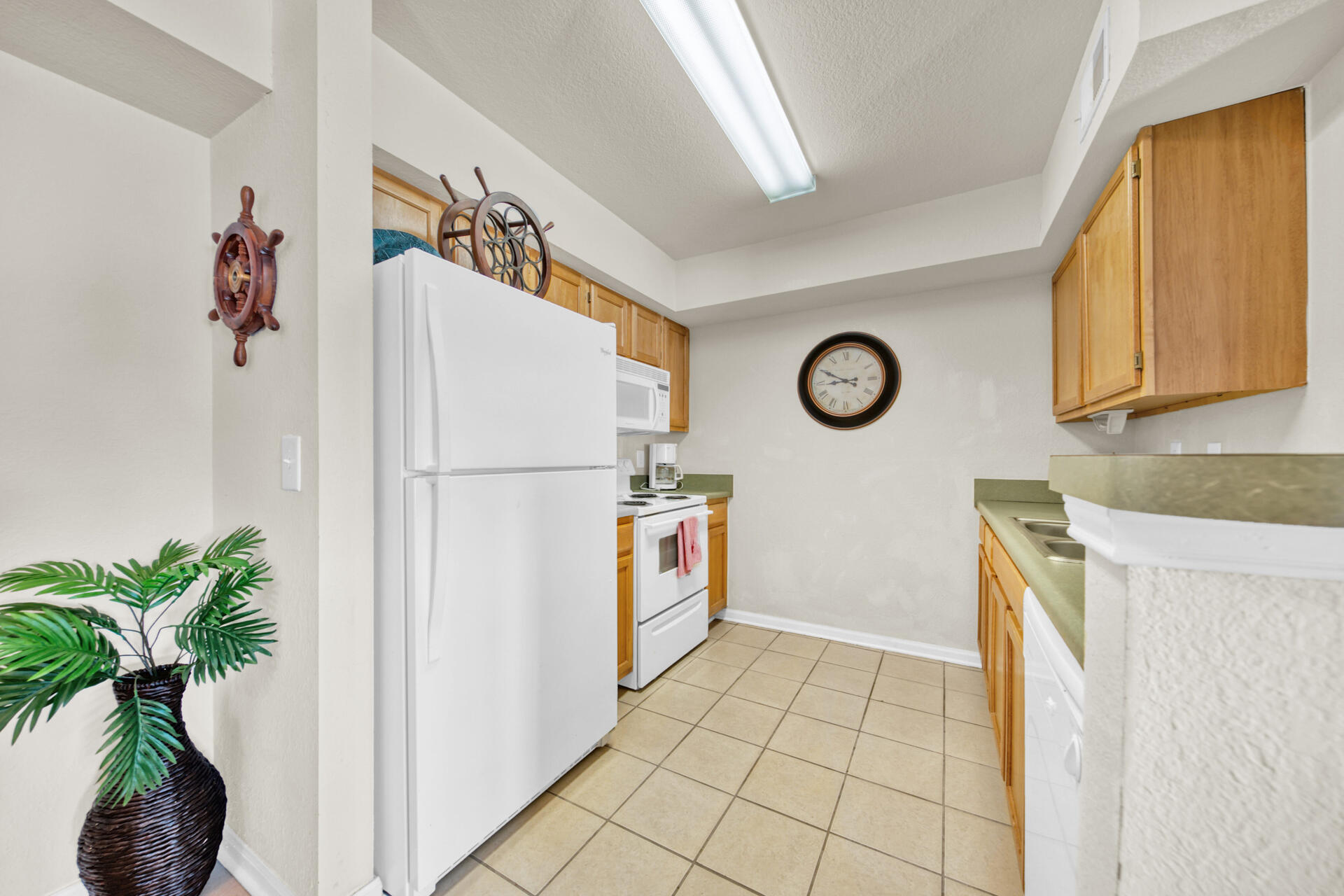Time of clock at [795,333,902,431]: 8:49
